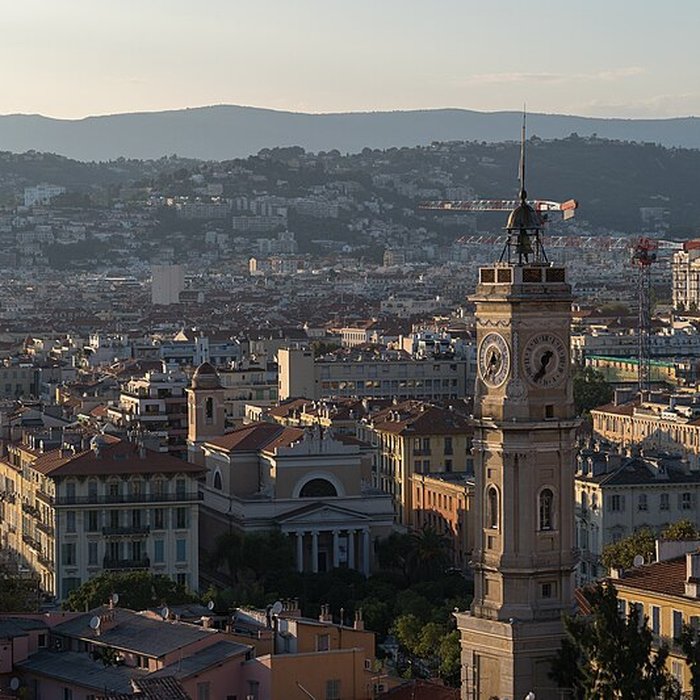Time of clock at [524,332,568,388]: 6:36
